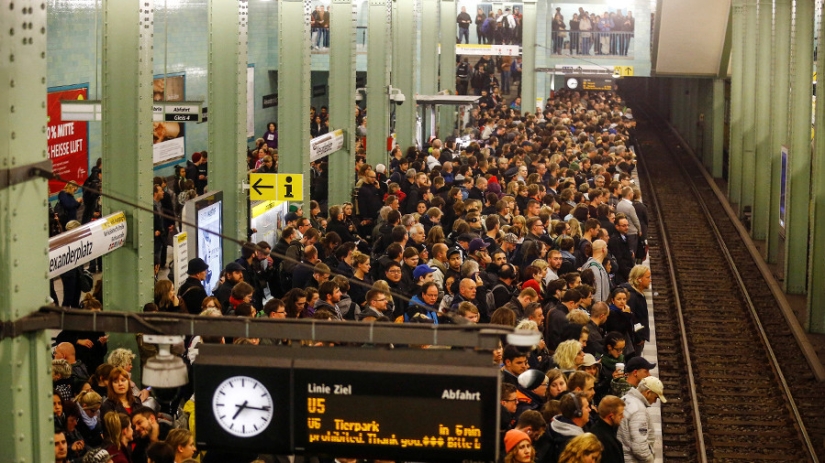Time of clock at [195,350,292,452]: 7:15
